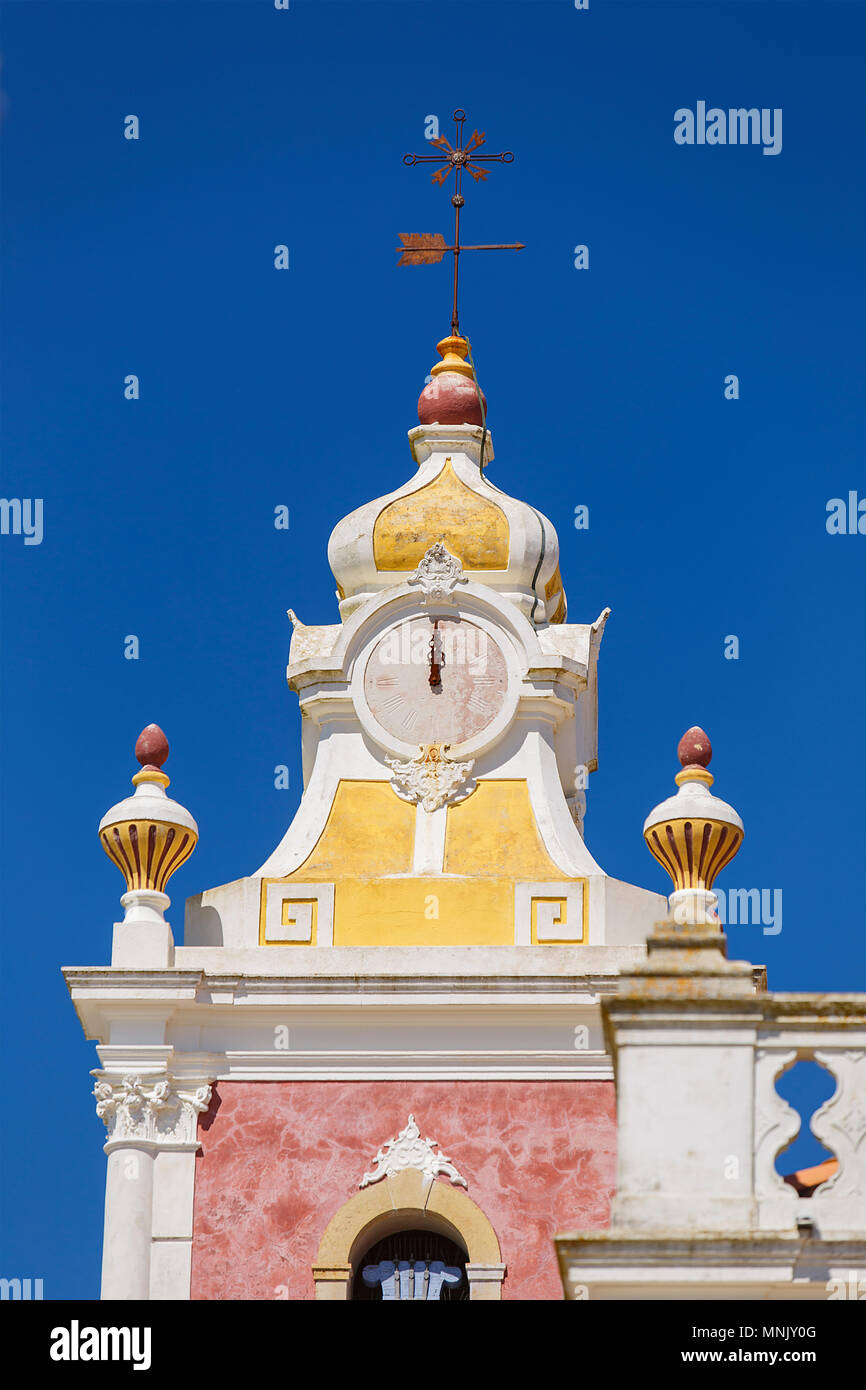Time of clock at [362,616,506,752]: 12:00
